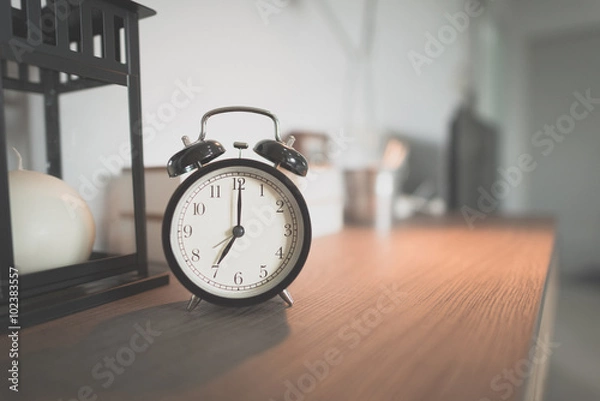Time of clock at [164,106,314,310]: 7:00
